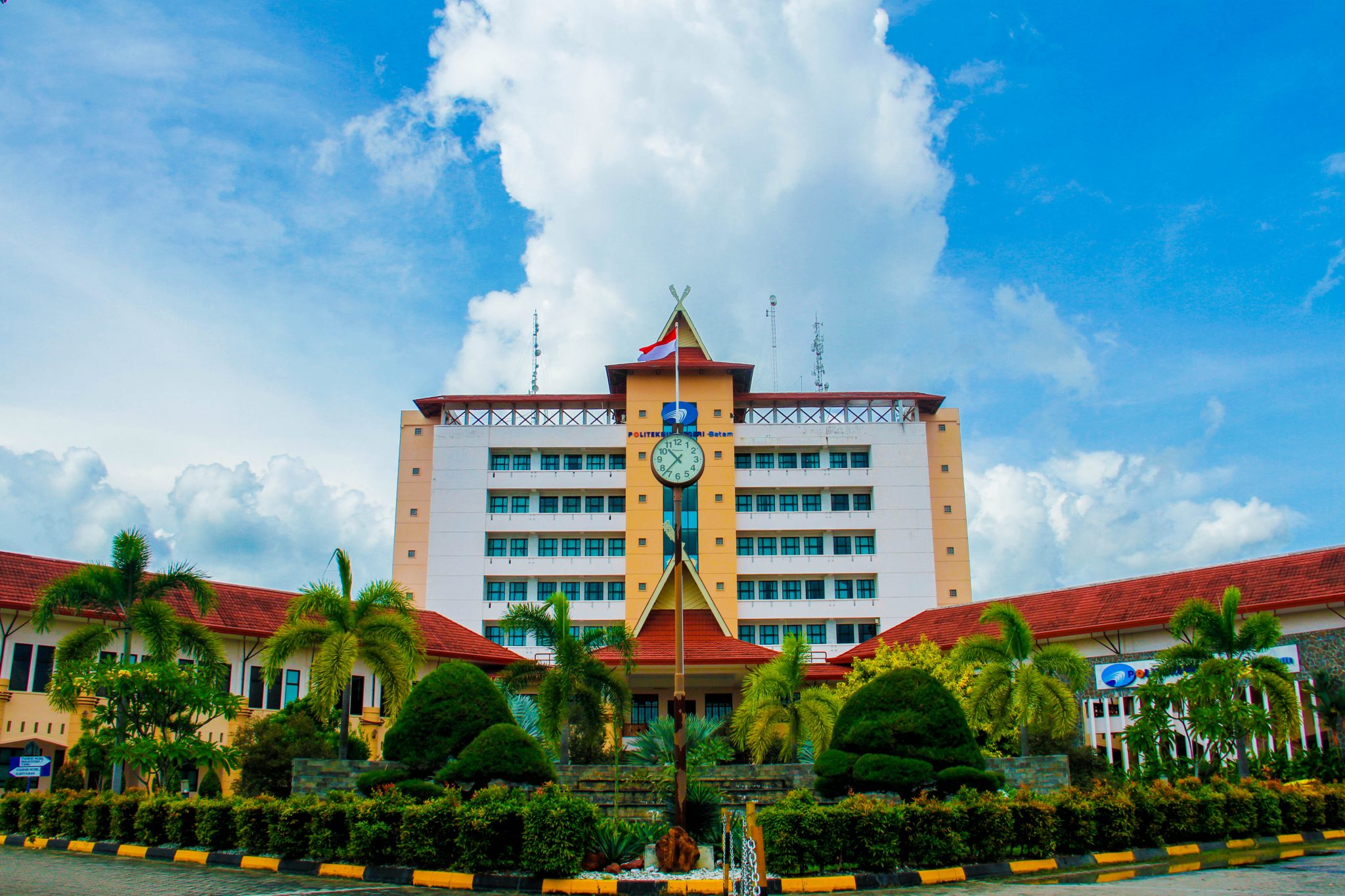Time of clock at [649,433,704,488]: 10:37
